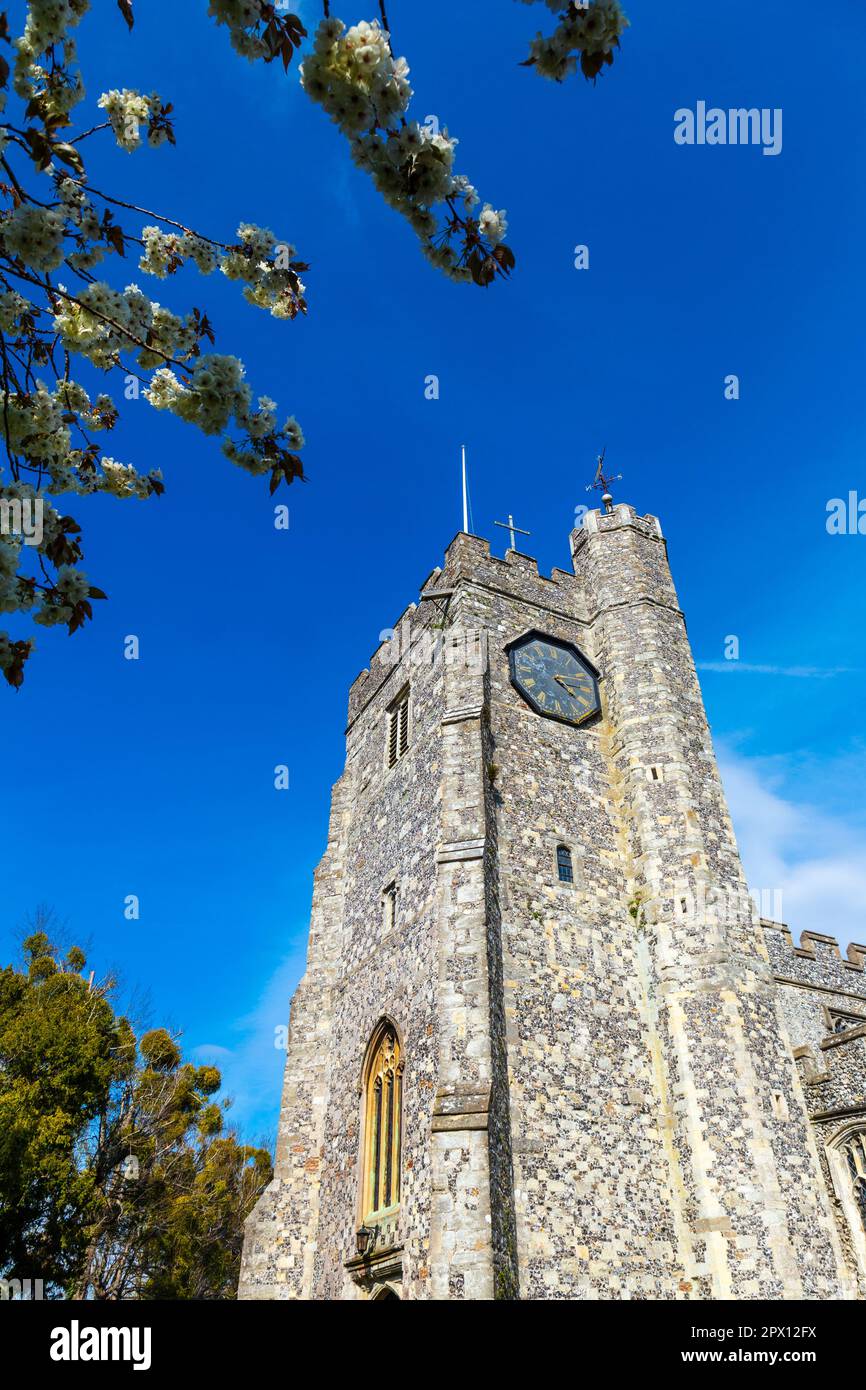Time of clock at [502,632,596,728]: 4:14
